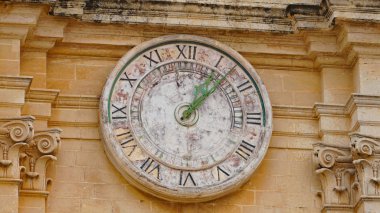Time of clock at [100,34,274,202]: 1:07
